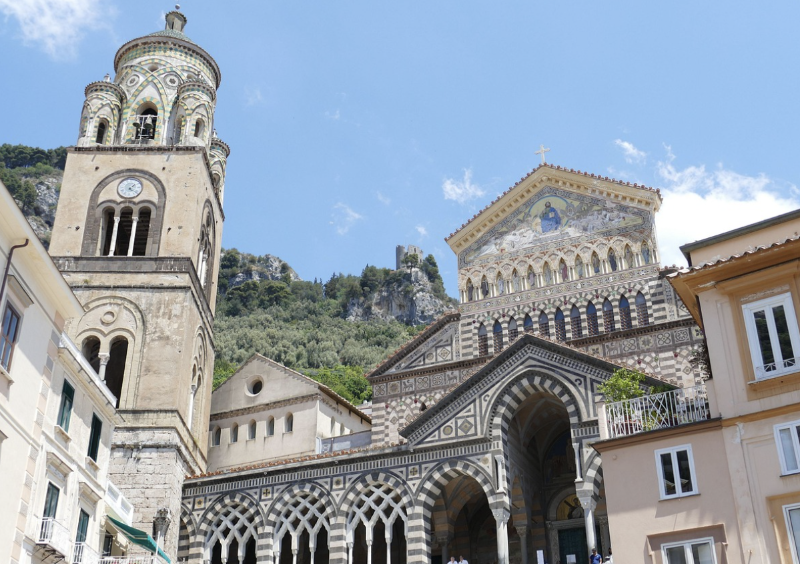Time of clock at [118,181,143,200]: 1:21
